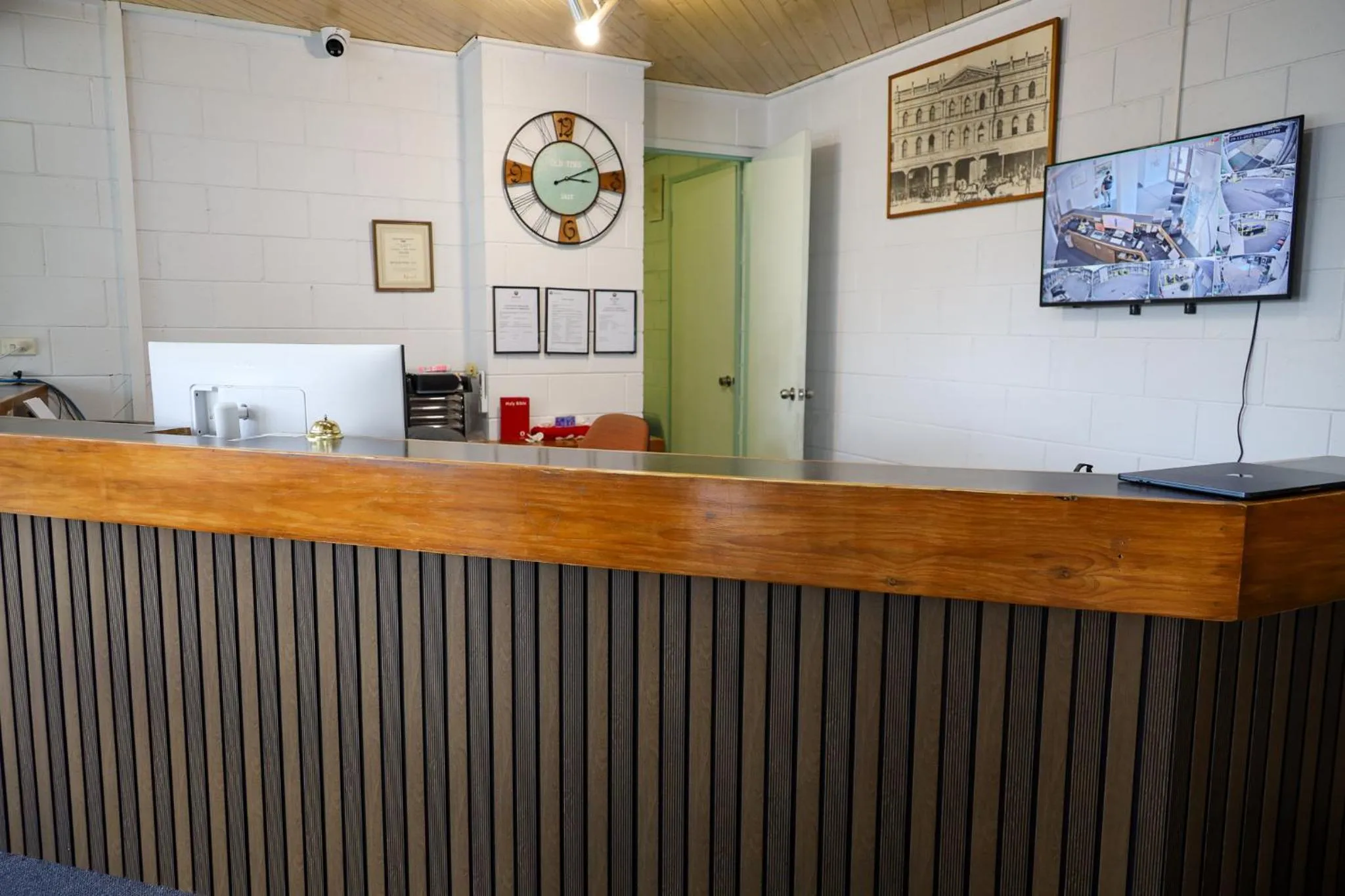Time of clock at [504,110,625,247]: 3:11
